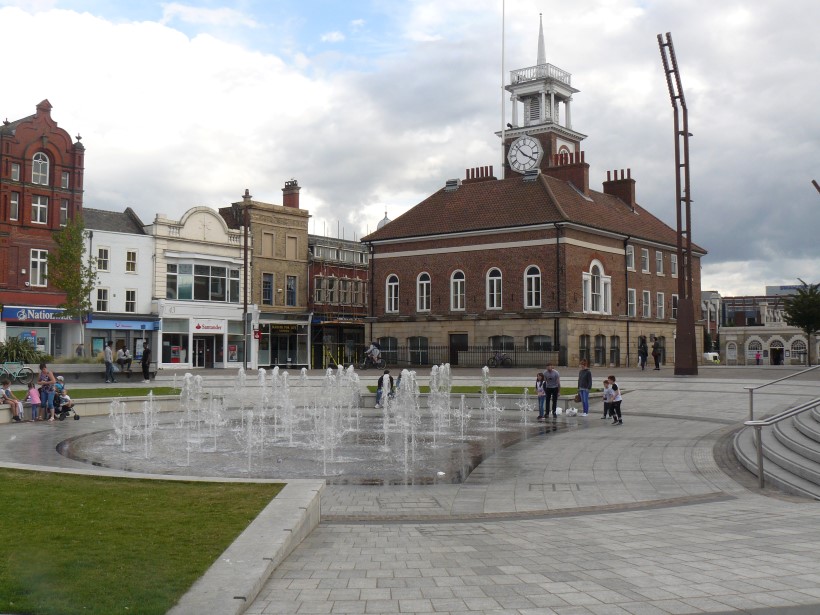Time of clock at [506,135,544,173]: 3:52
